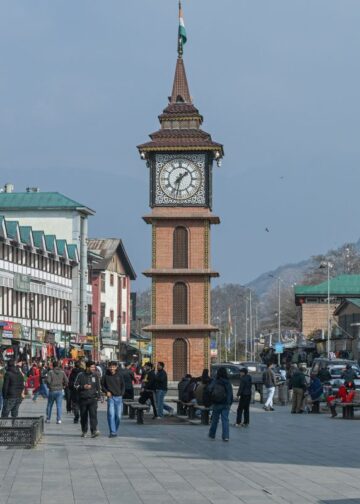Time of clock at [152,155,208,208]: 1:32
